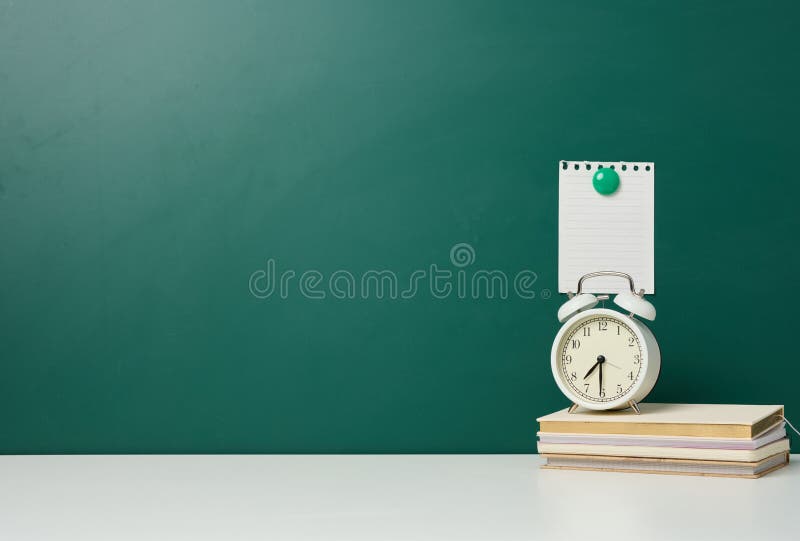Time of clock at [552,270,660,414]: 7:30
